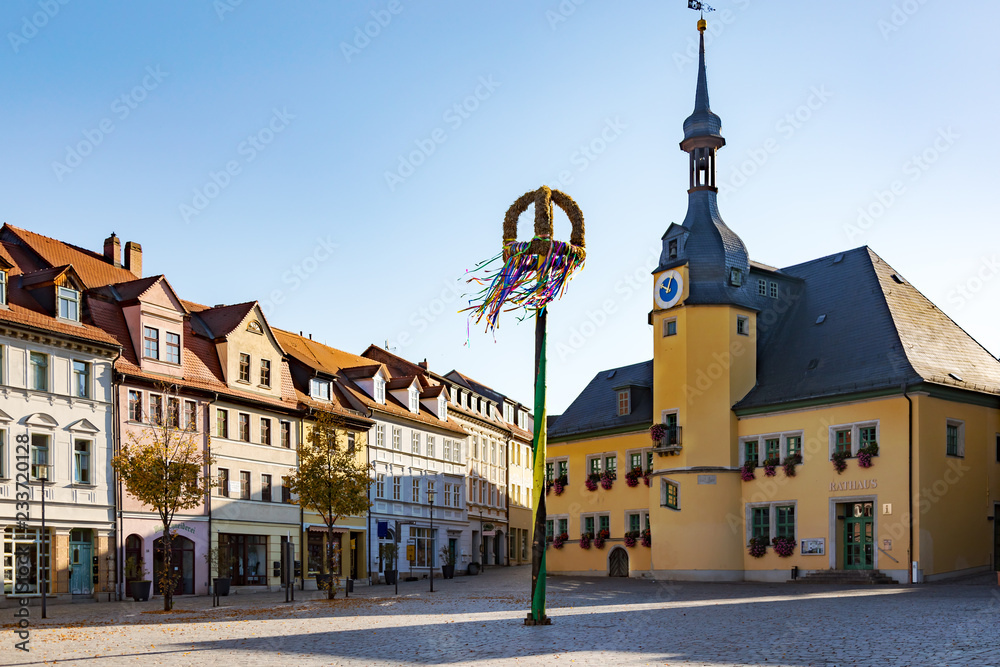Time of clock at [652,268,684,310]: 10:02
